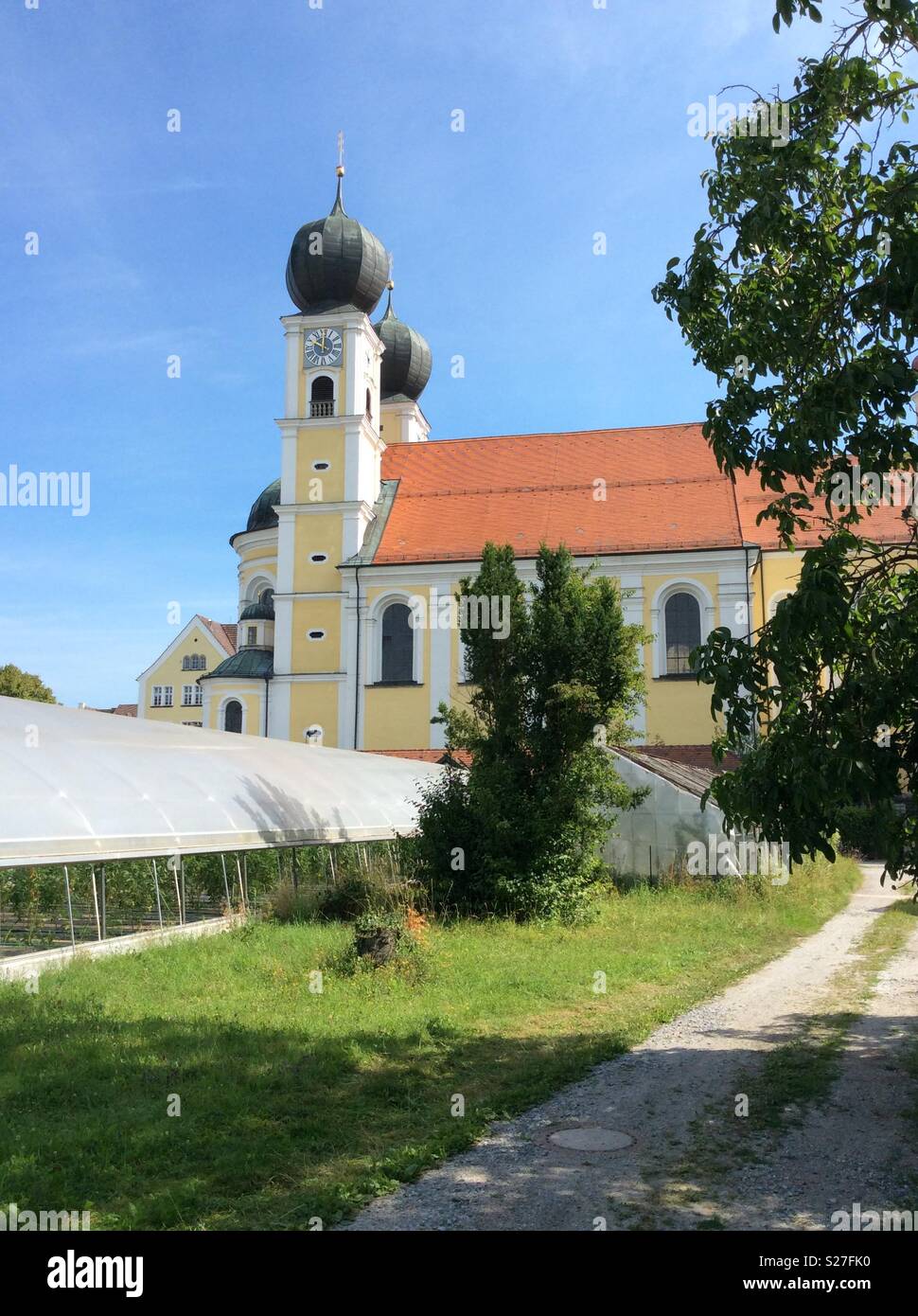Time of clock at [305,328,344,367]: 10:00
